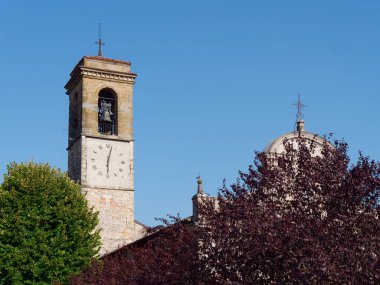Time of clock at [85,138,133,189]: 6:02
